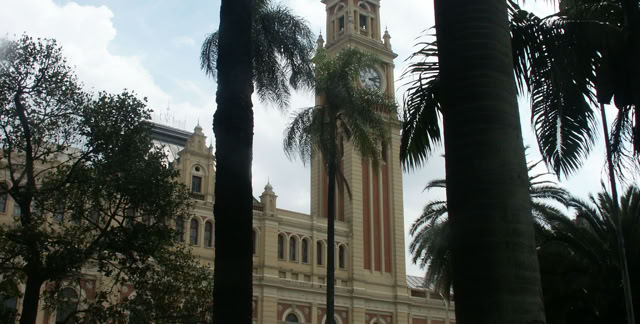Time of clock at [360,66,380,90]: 3:12
